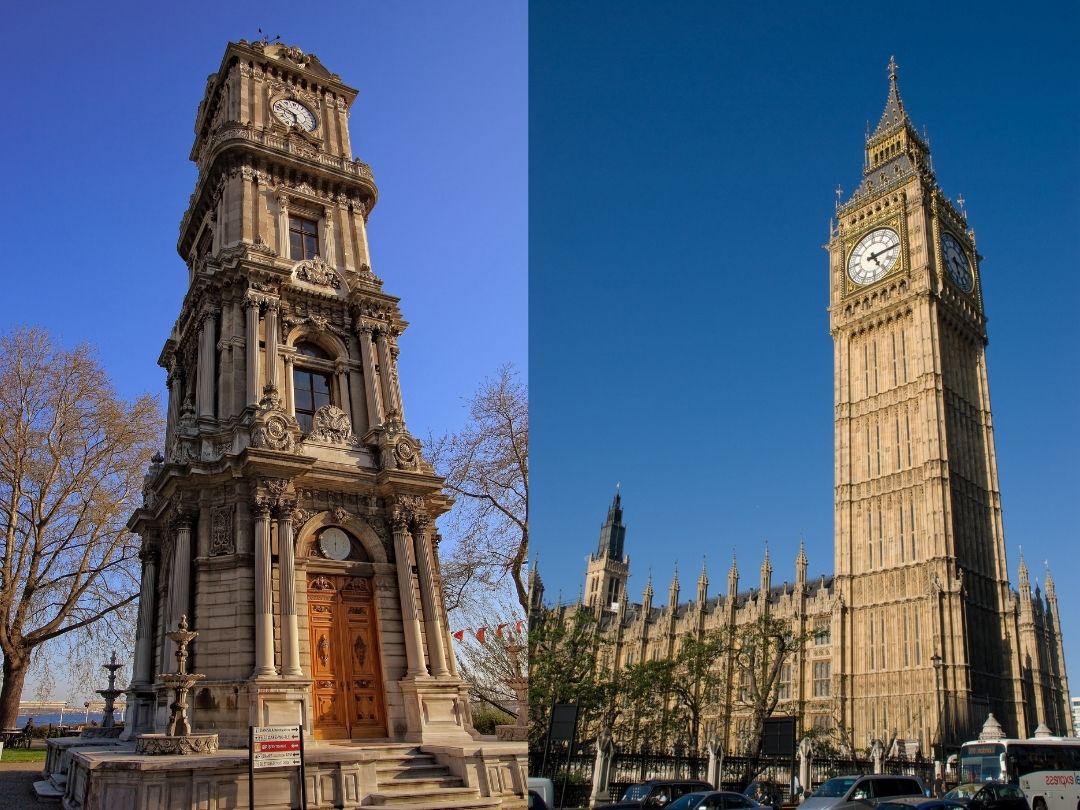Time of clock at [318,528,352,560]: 6:01
